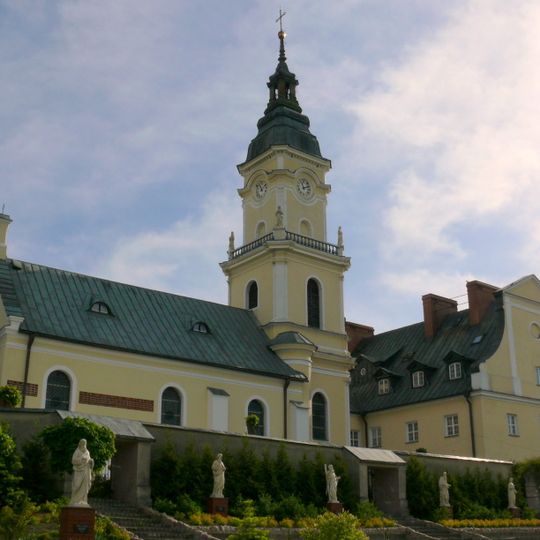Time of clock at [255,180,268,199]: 11:07
